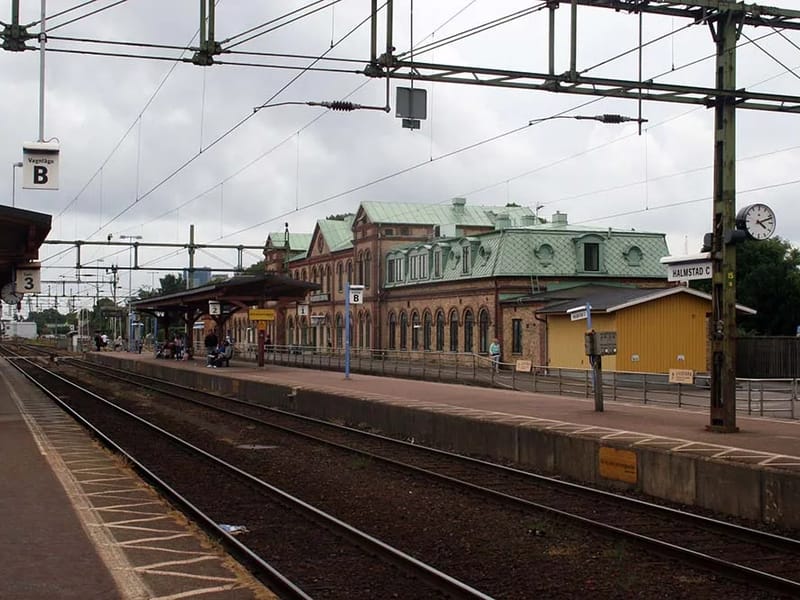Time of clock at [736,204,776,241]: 4:11
